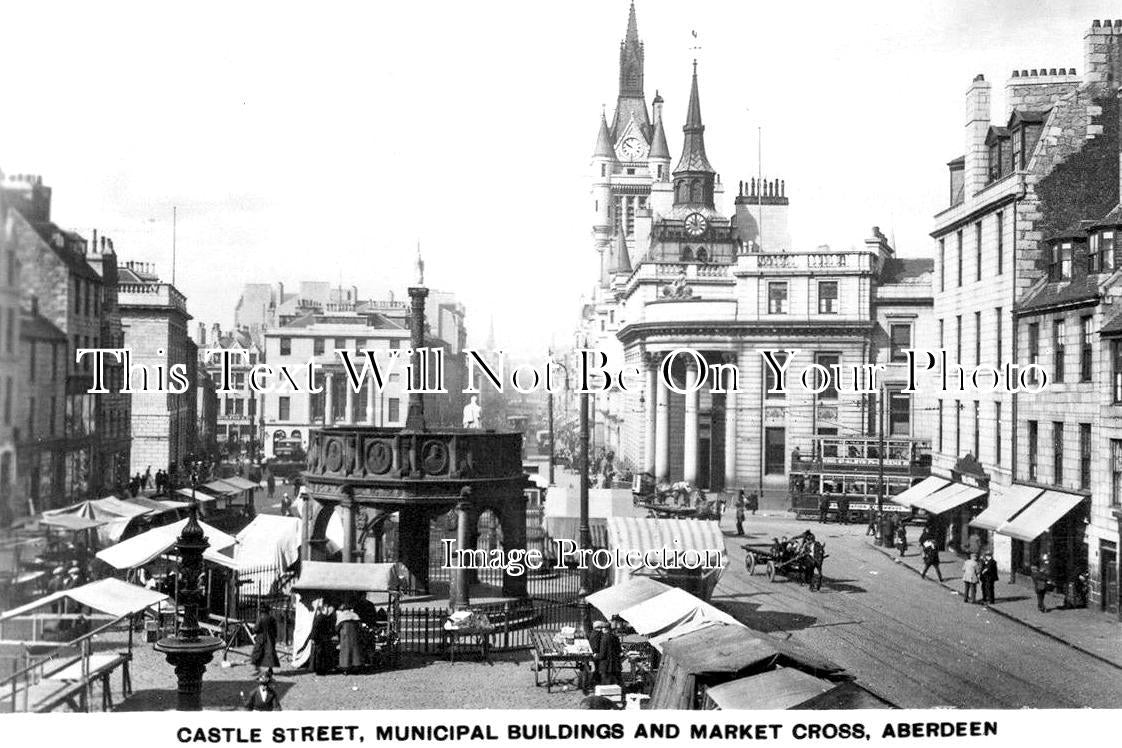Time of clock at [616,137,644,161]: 9:50
